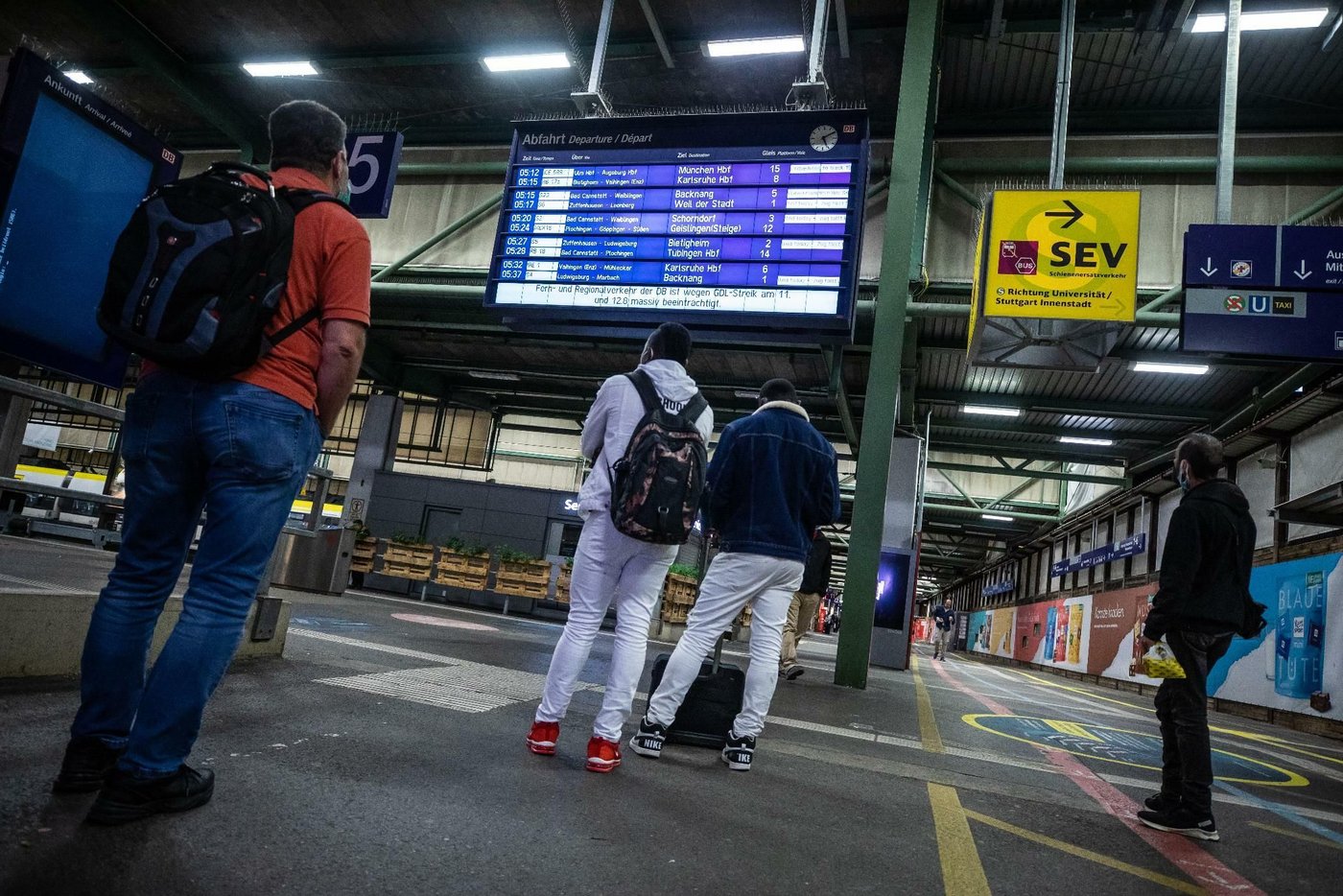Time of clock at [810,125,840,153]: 5:09
